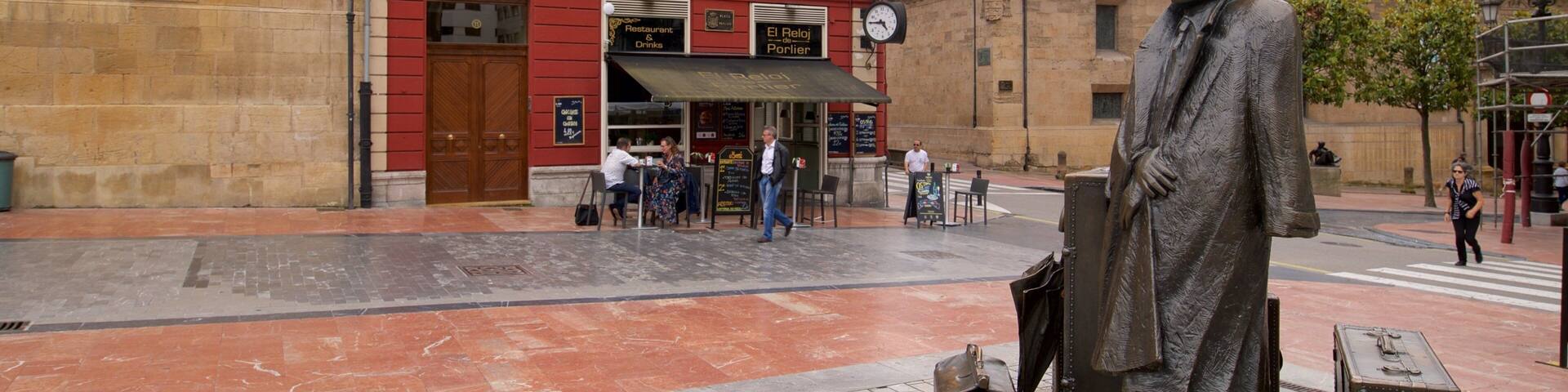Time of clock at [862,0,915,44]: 4:45
